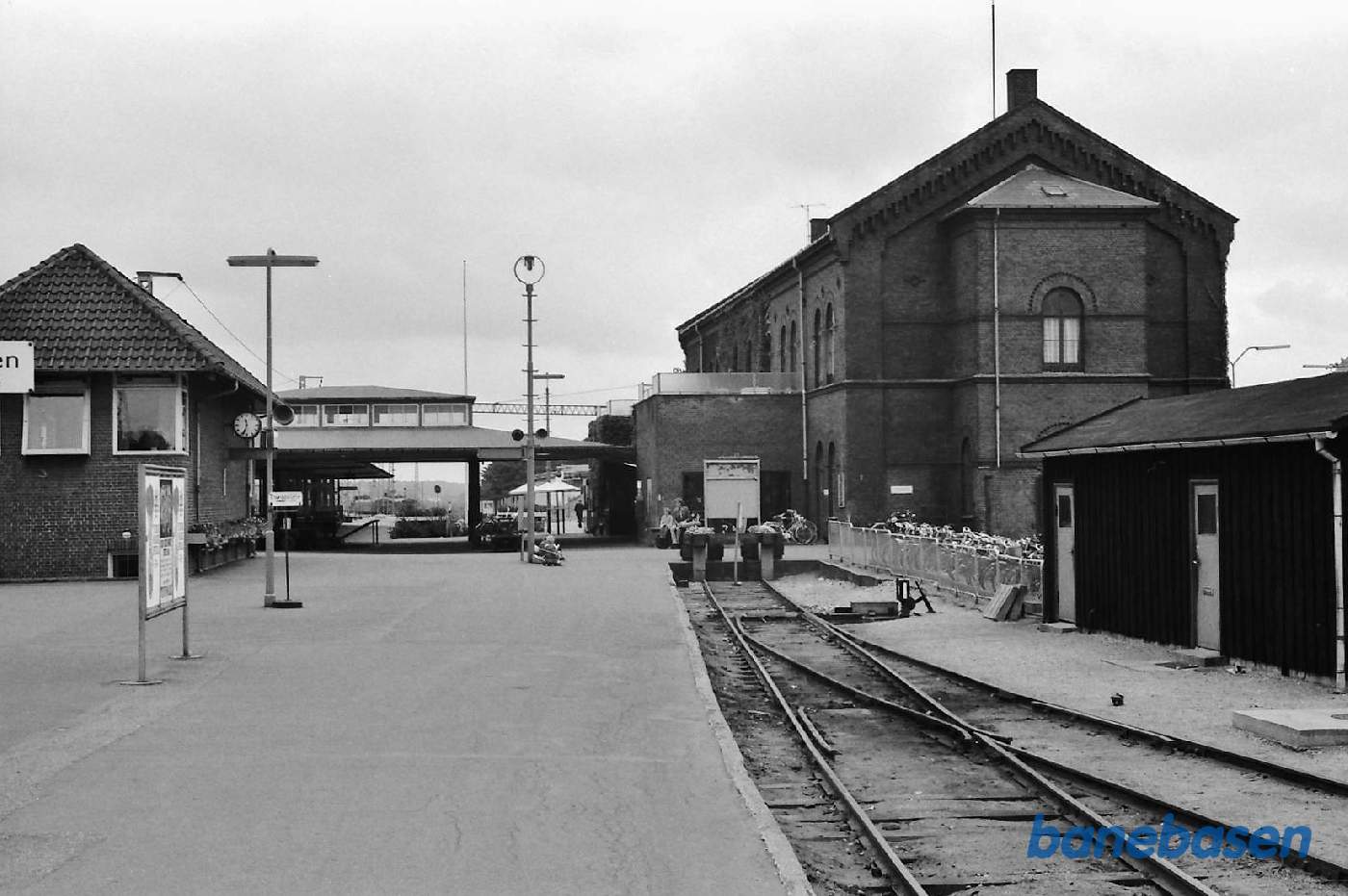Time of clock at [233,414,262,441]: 11:33
